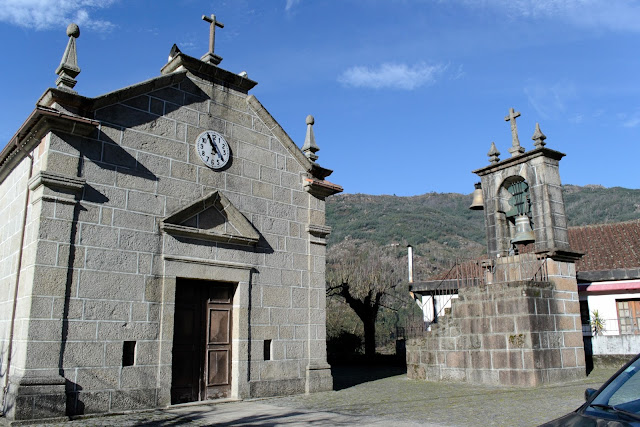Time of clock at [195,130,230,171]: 10:55
